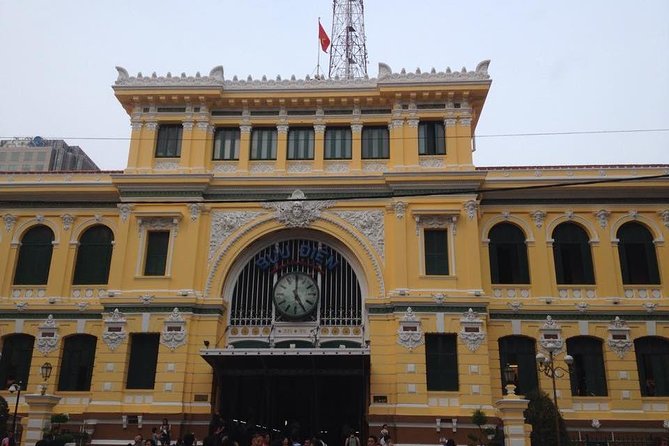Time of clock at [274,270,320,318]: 5:00
